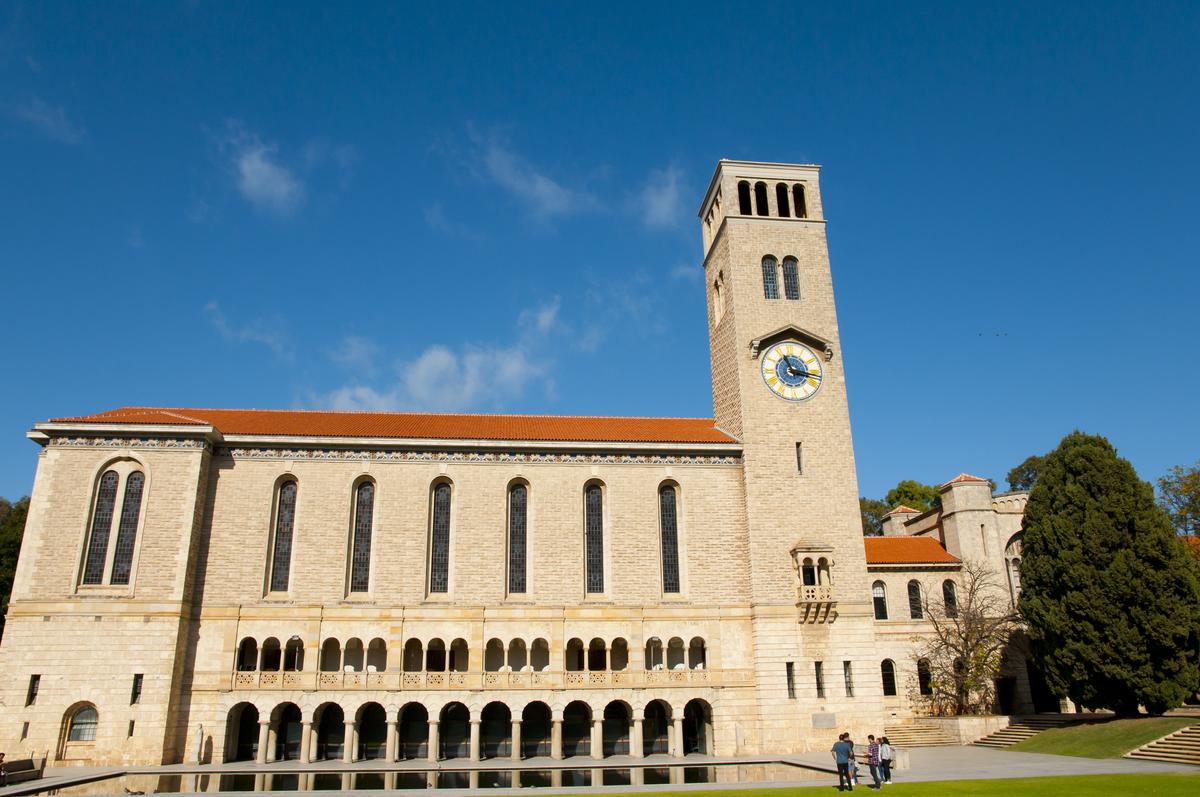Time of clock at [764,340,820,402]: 11:16
